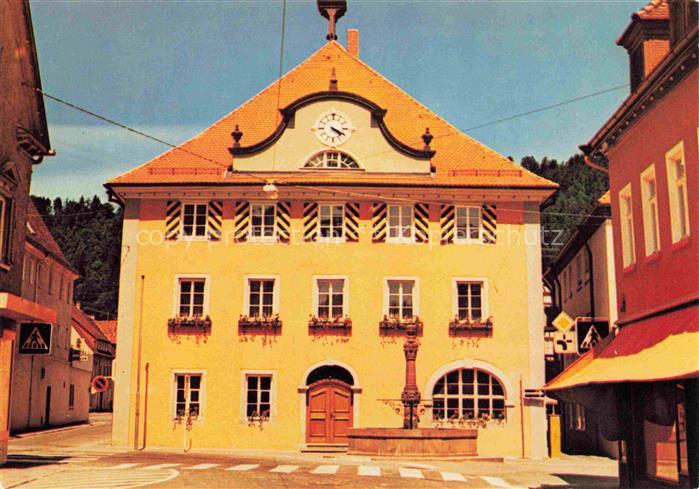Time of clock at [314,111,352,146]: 4:19
